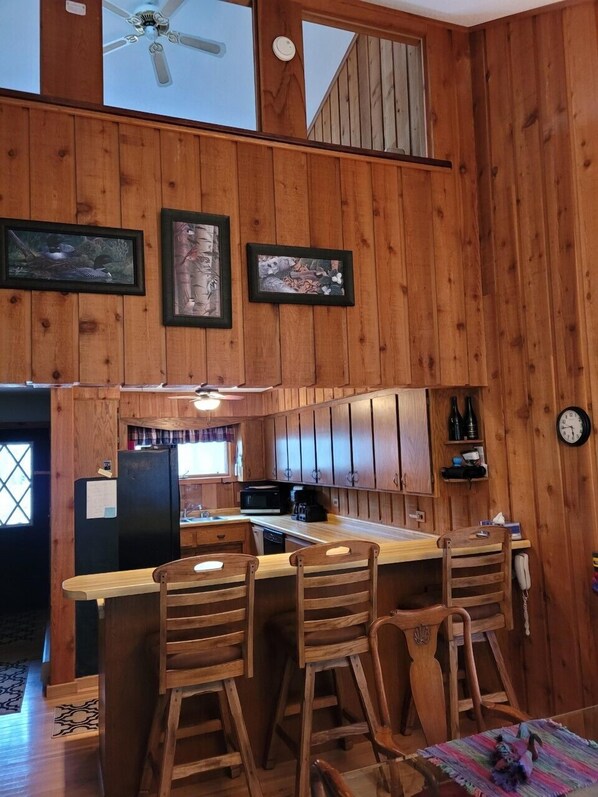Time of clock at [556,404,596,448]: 5:44
